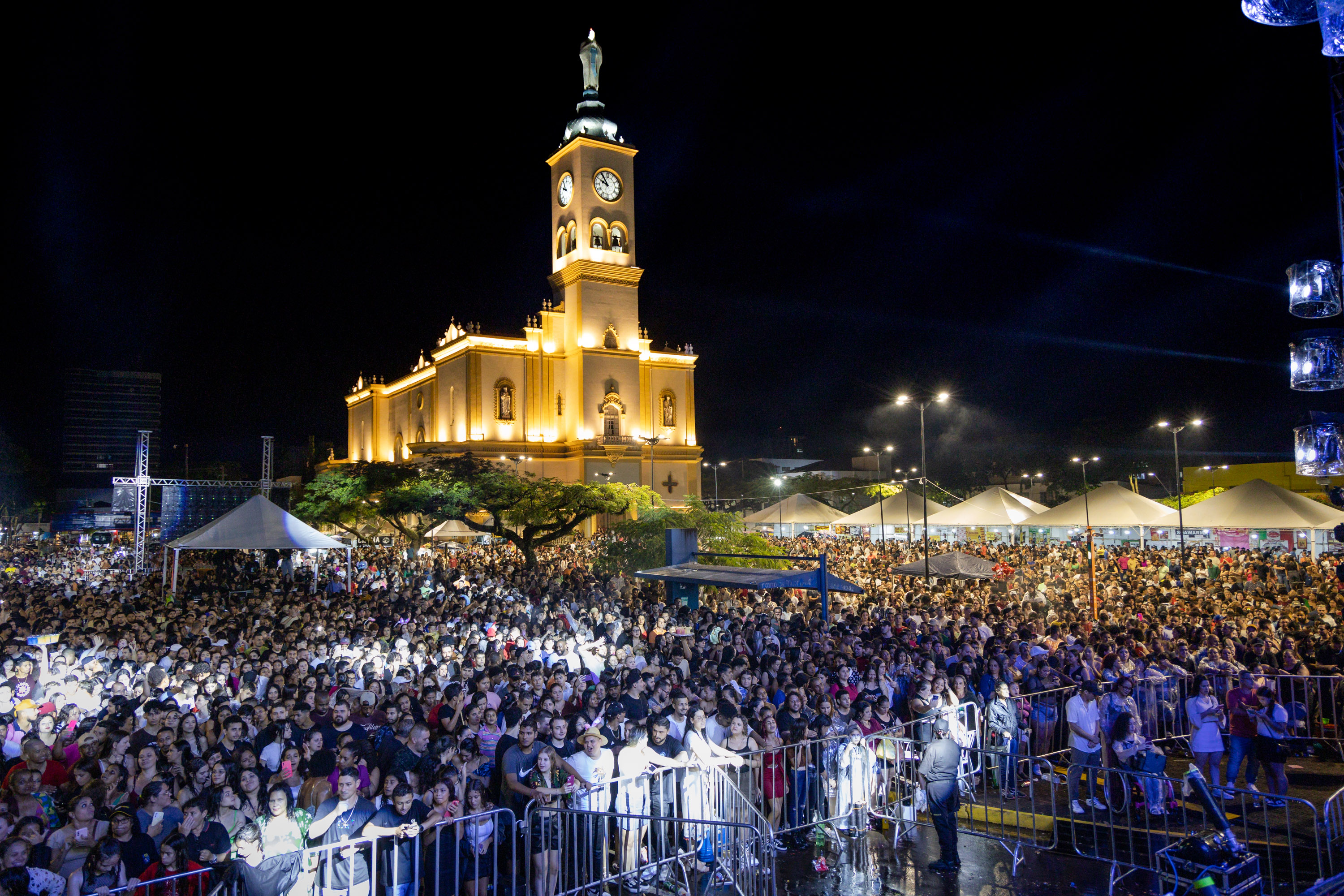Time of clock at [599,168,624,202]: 9:54
